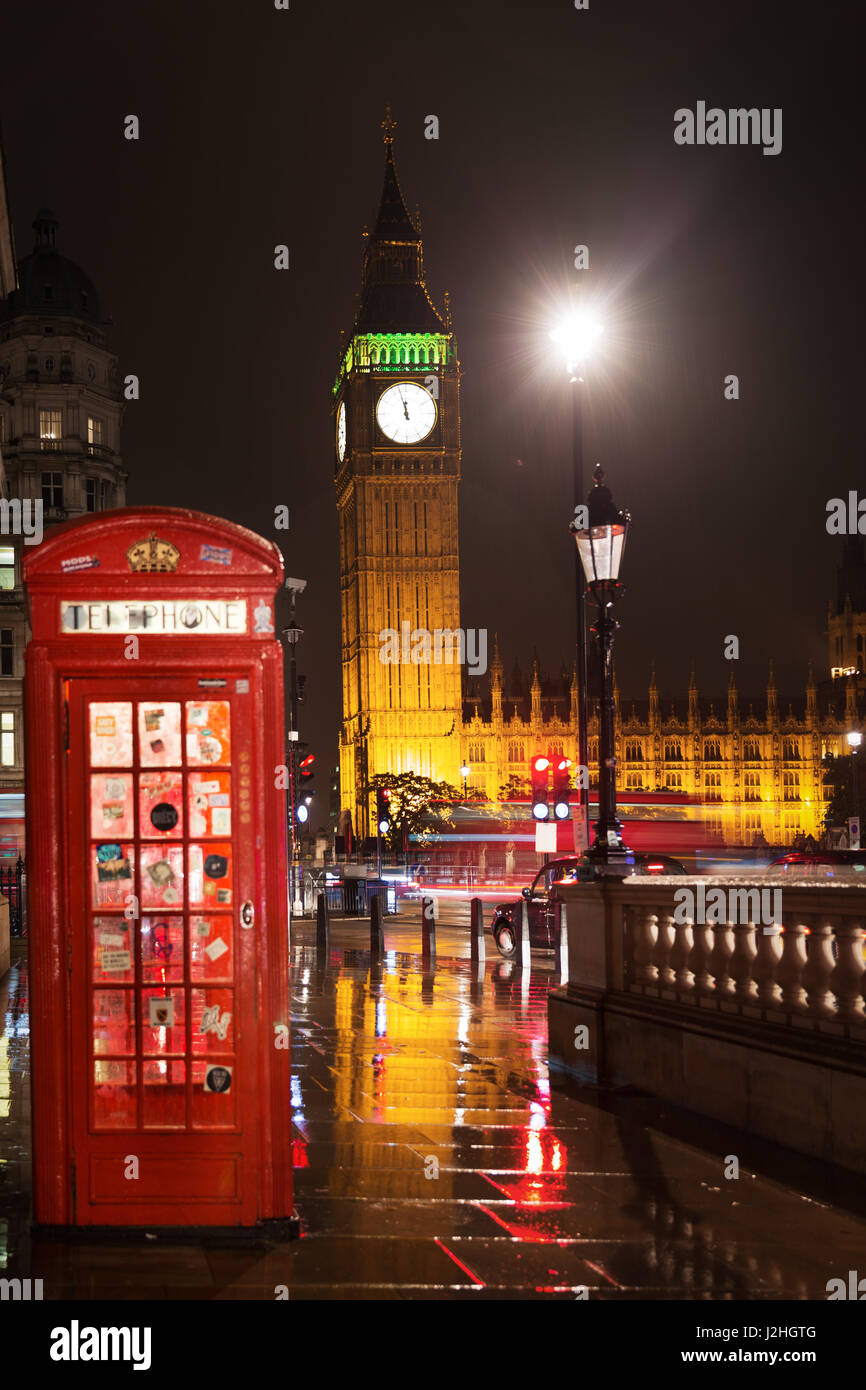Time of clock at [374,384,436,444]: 11:57
